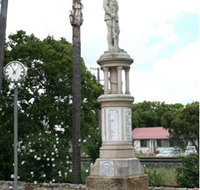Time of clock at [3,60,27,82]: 11:07
